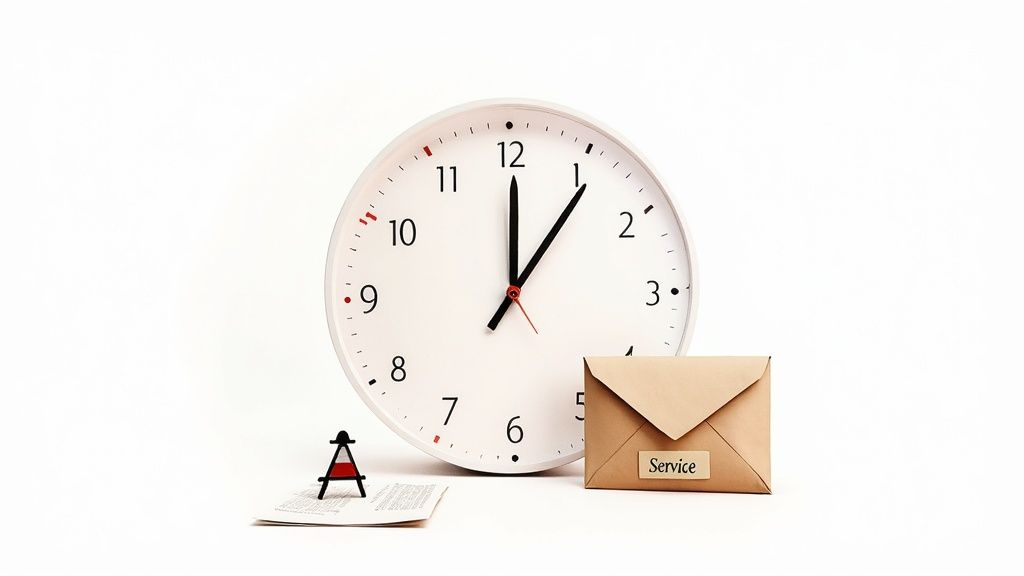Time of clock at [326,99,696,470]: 12:06
